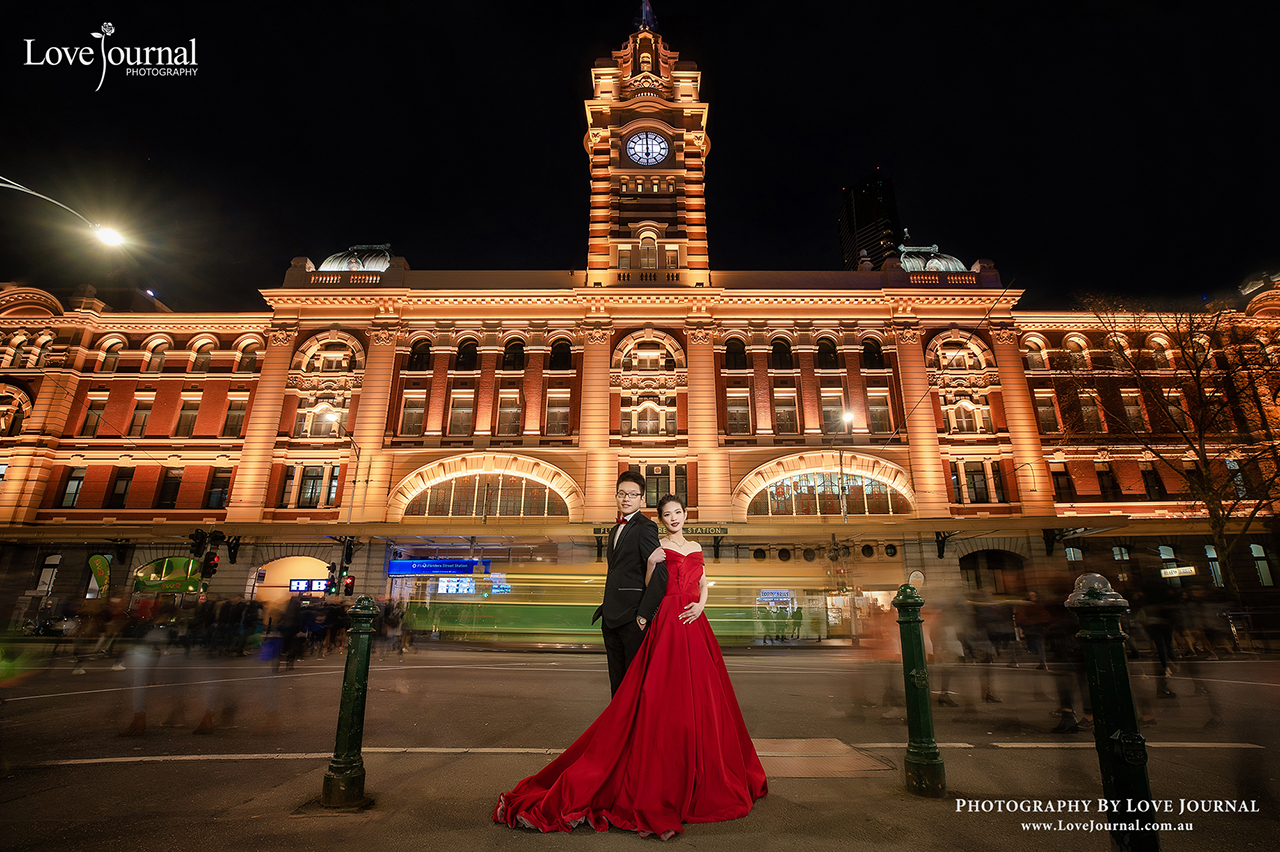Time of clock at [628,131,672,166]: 5:59
